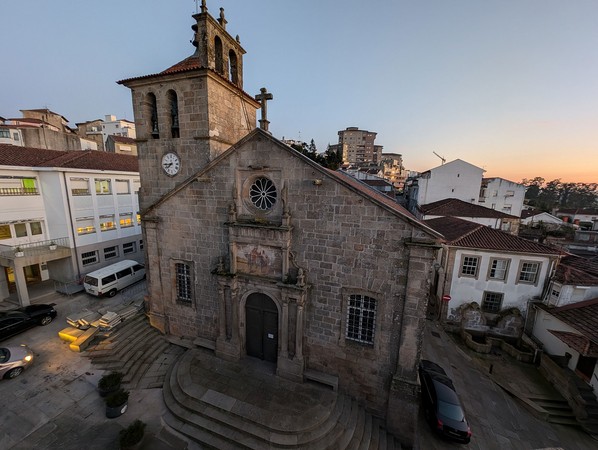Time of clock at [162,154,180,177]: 7:43
